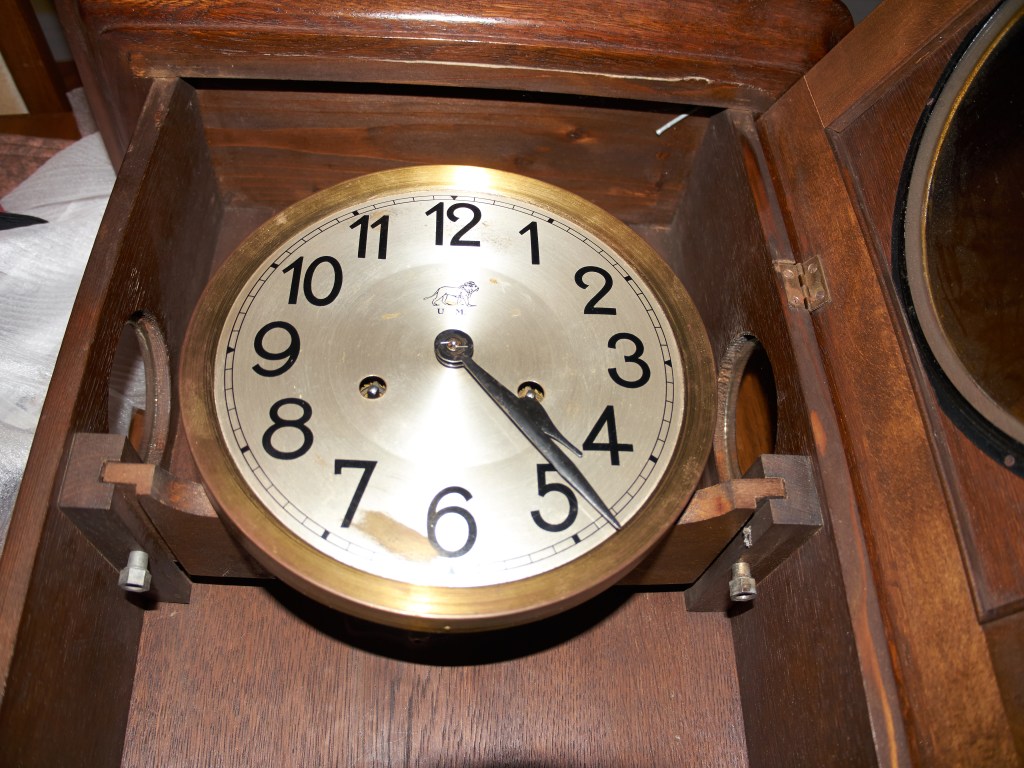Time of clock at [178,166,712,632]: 4:23
